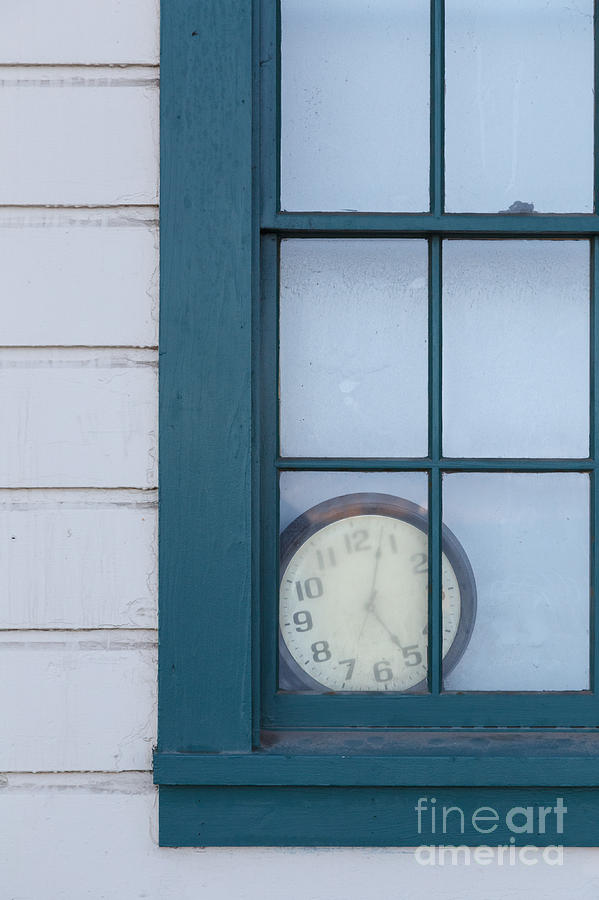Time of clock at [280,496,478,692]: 5:03
